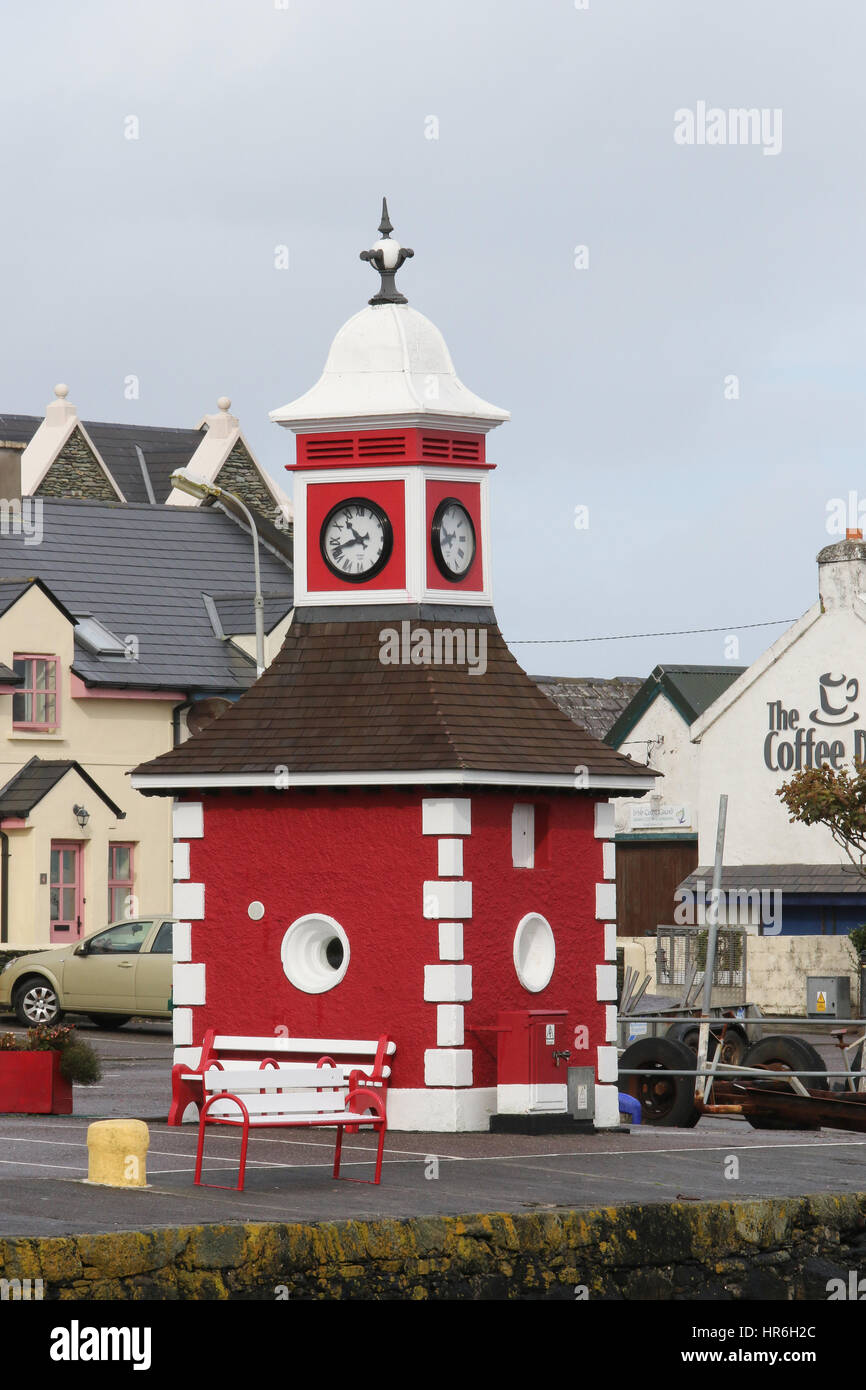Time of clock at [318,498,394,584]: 10:42
